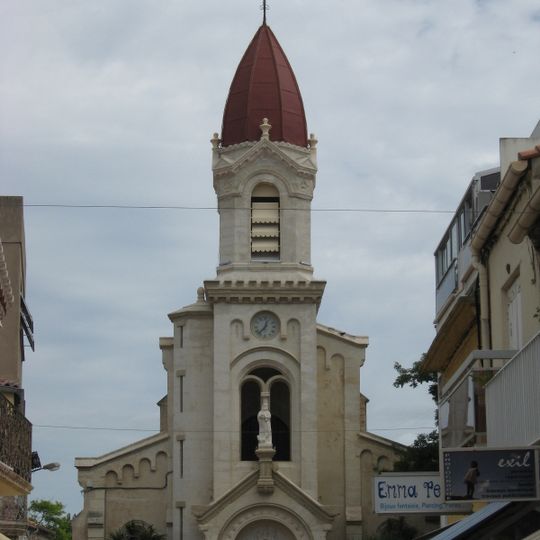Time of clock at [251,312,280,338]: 12:37
